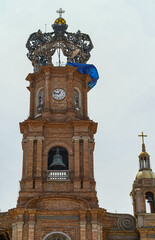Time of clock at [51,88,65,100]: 12:47
